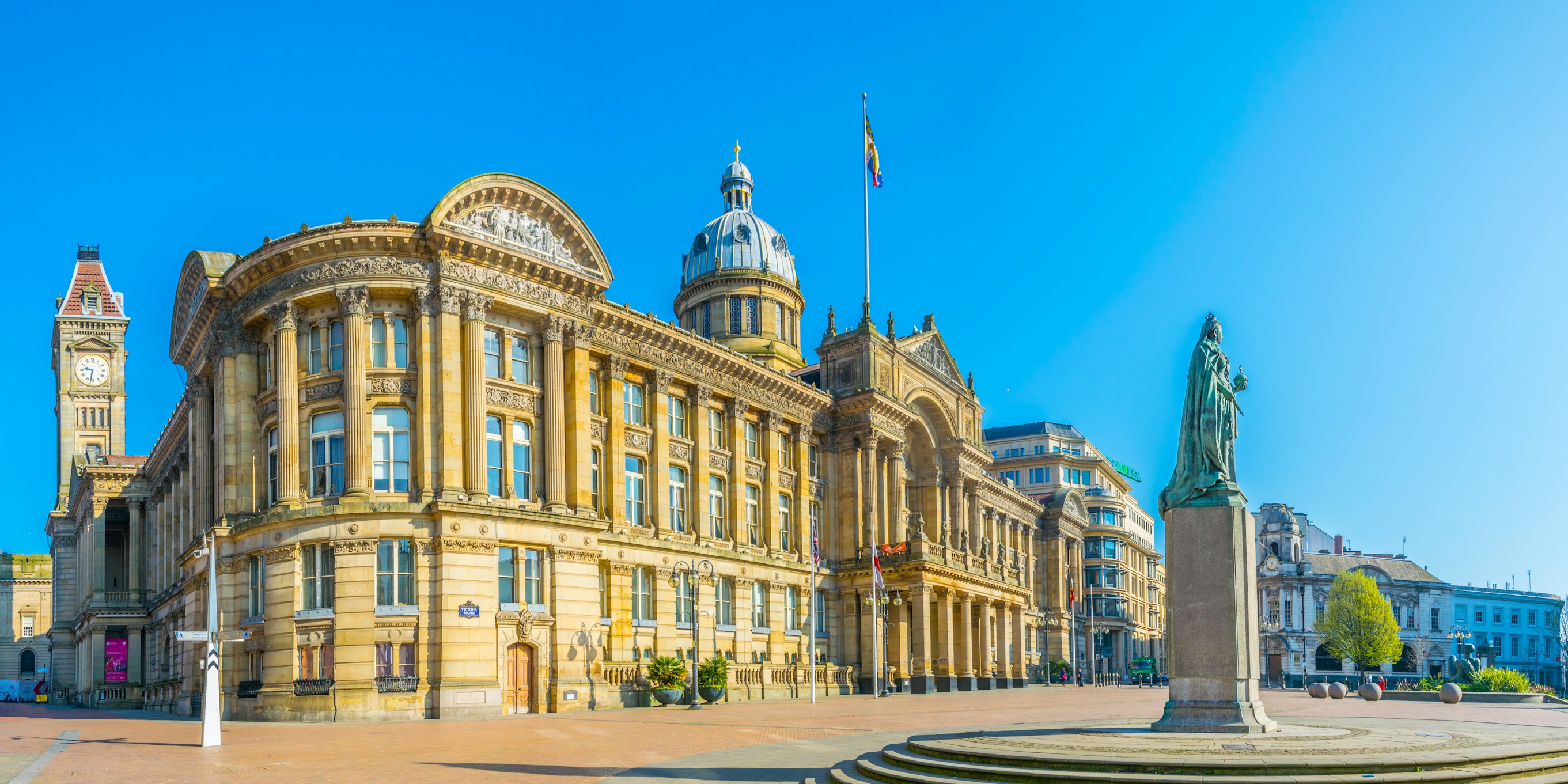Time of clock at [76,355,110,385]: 9:31
